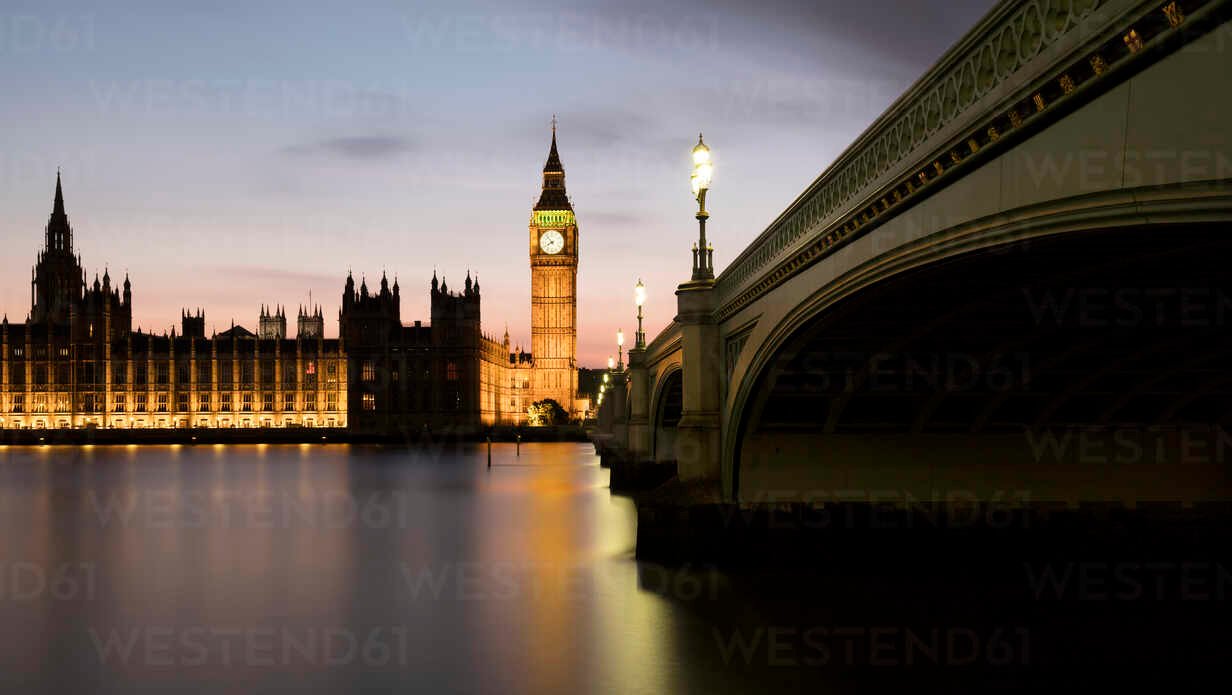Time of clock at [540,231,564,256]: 7:53
